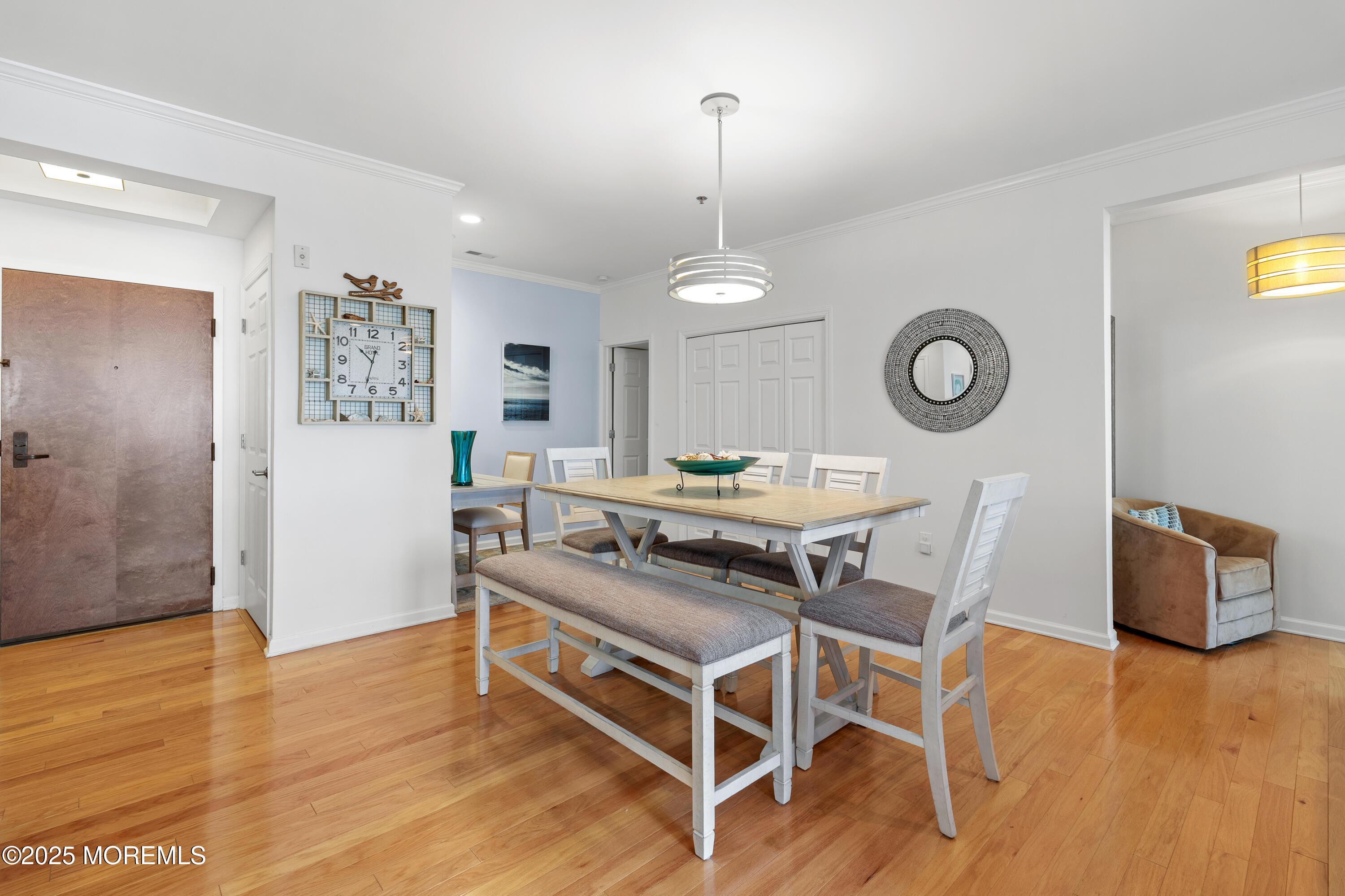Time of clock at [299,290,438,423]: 10:32
